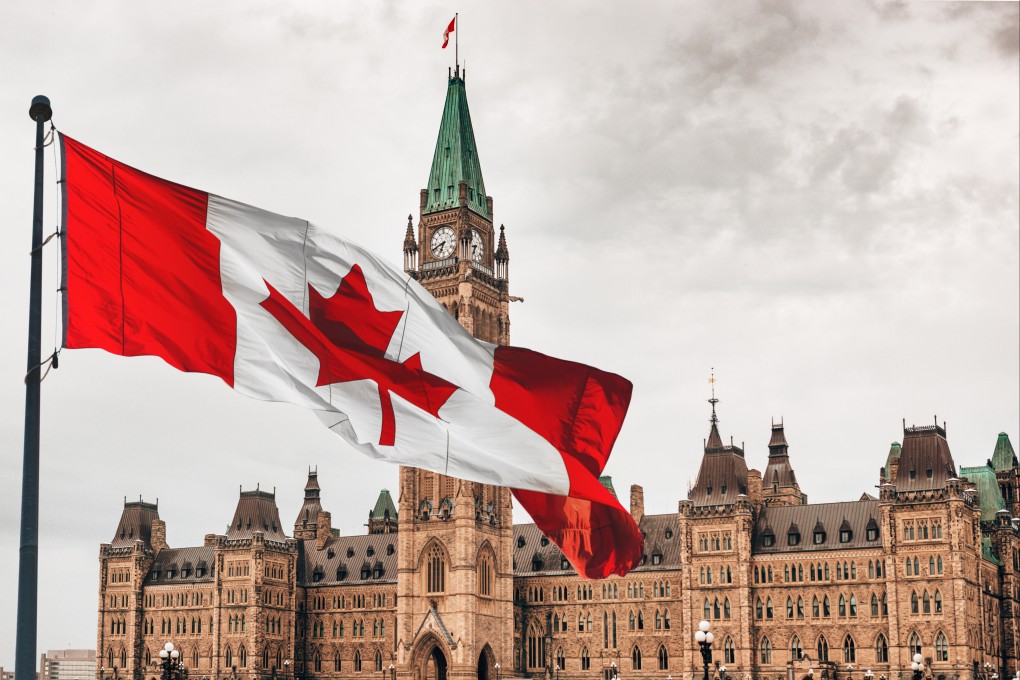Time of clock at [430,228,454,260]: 6:41
